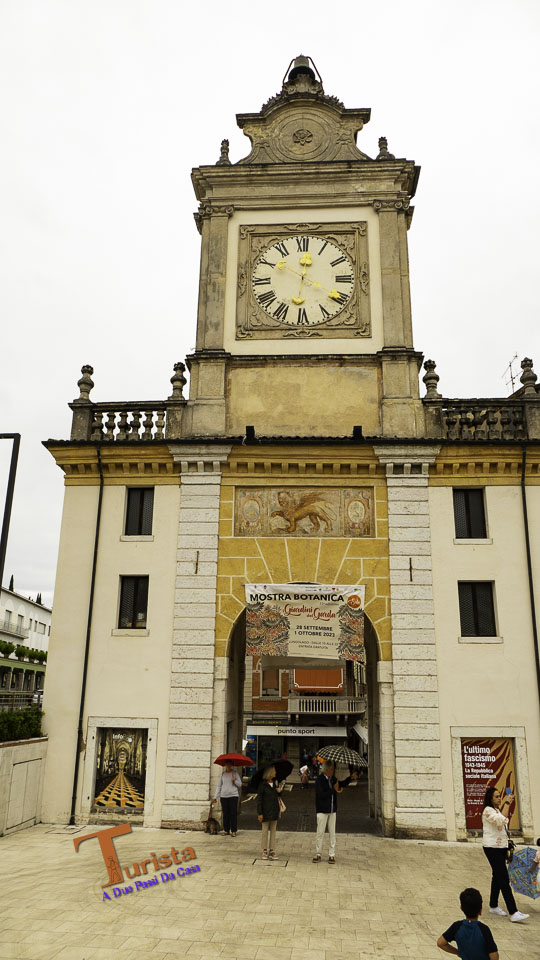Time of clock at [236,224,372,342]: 12:20
